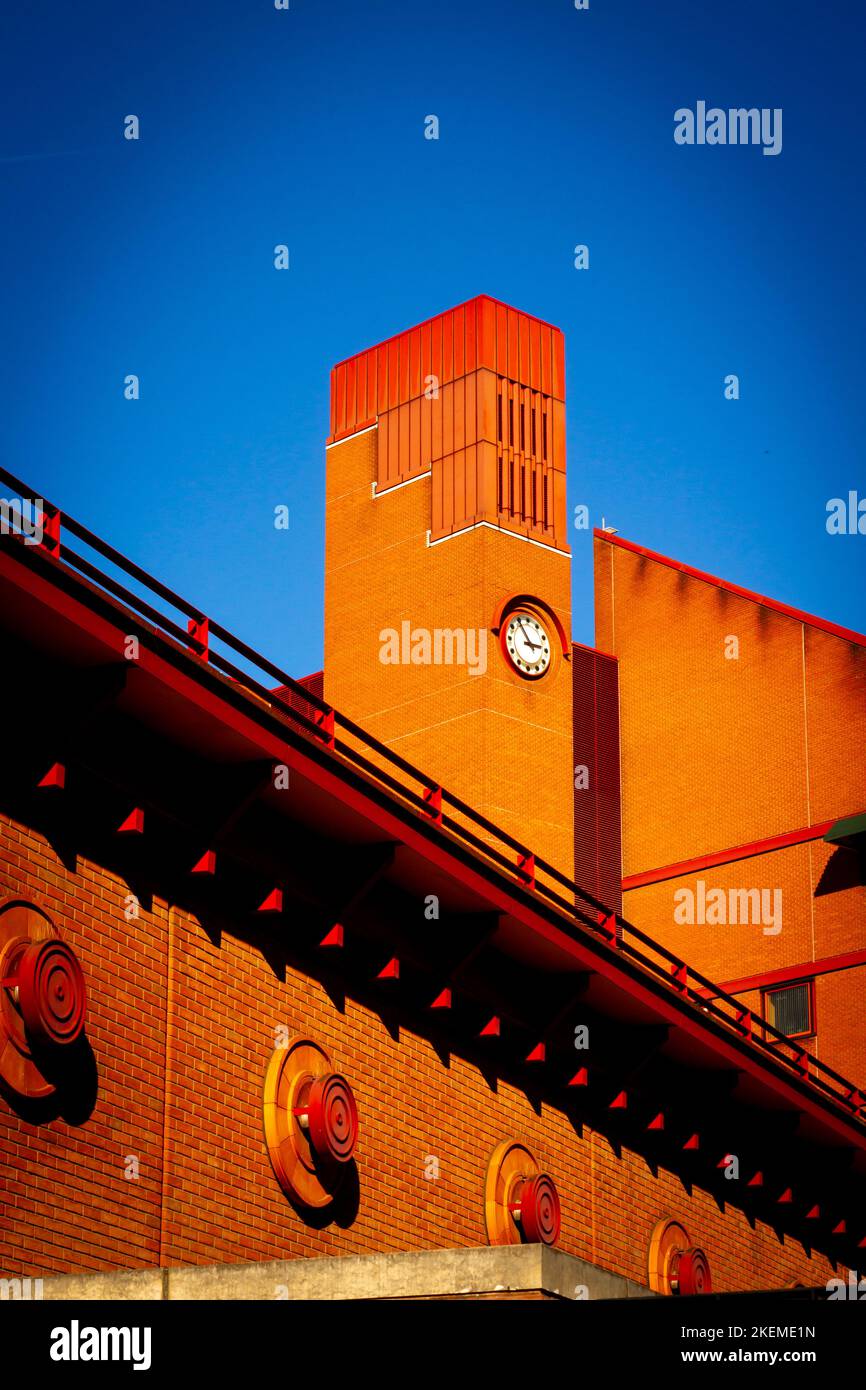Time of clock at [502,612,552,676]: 2:54
